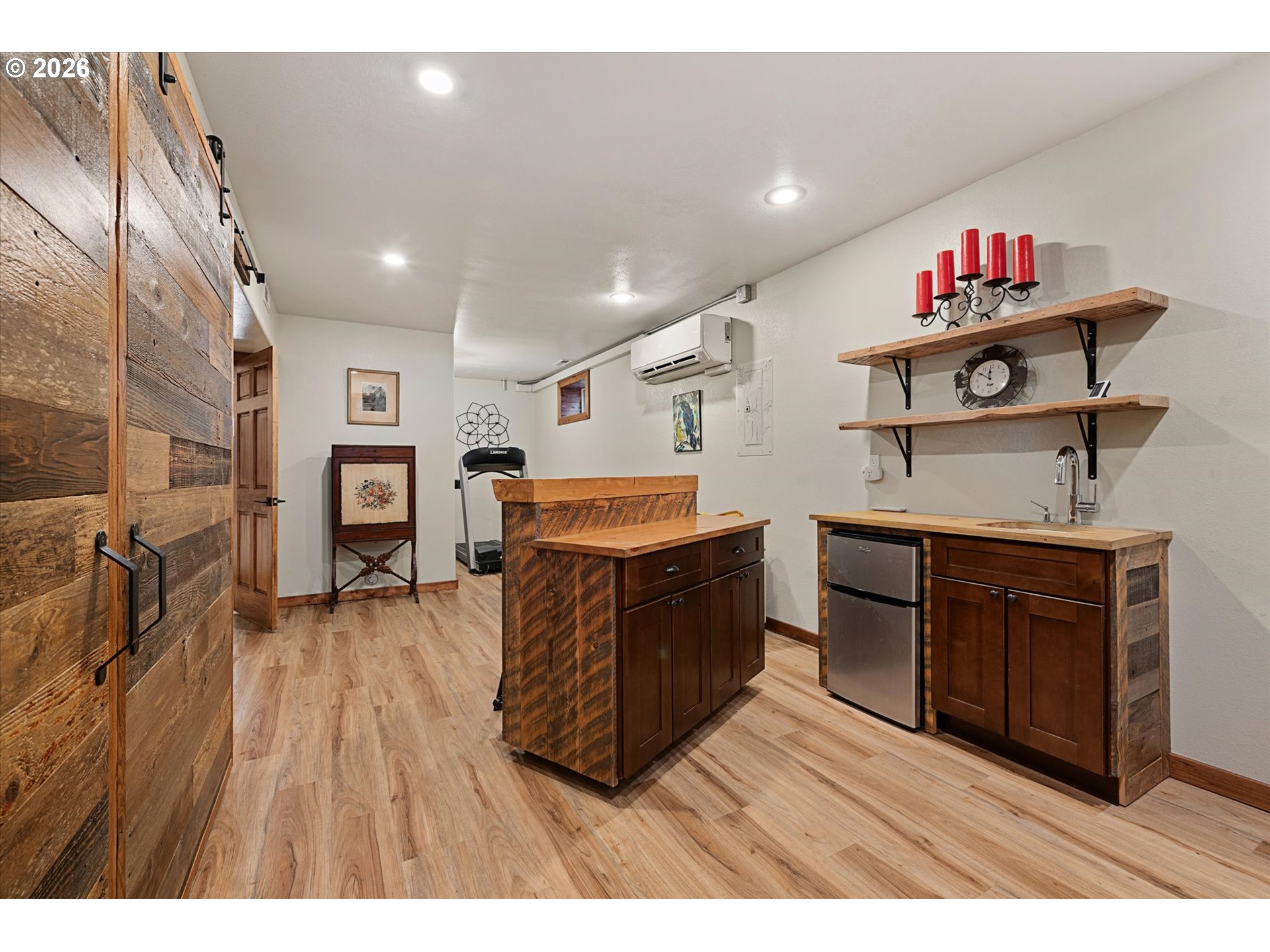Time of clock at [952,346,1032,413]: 11:50
